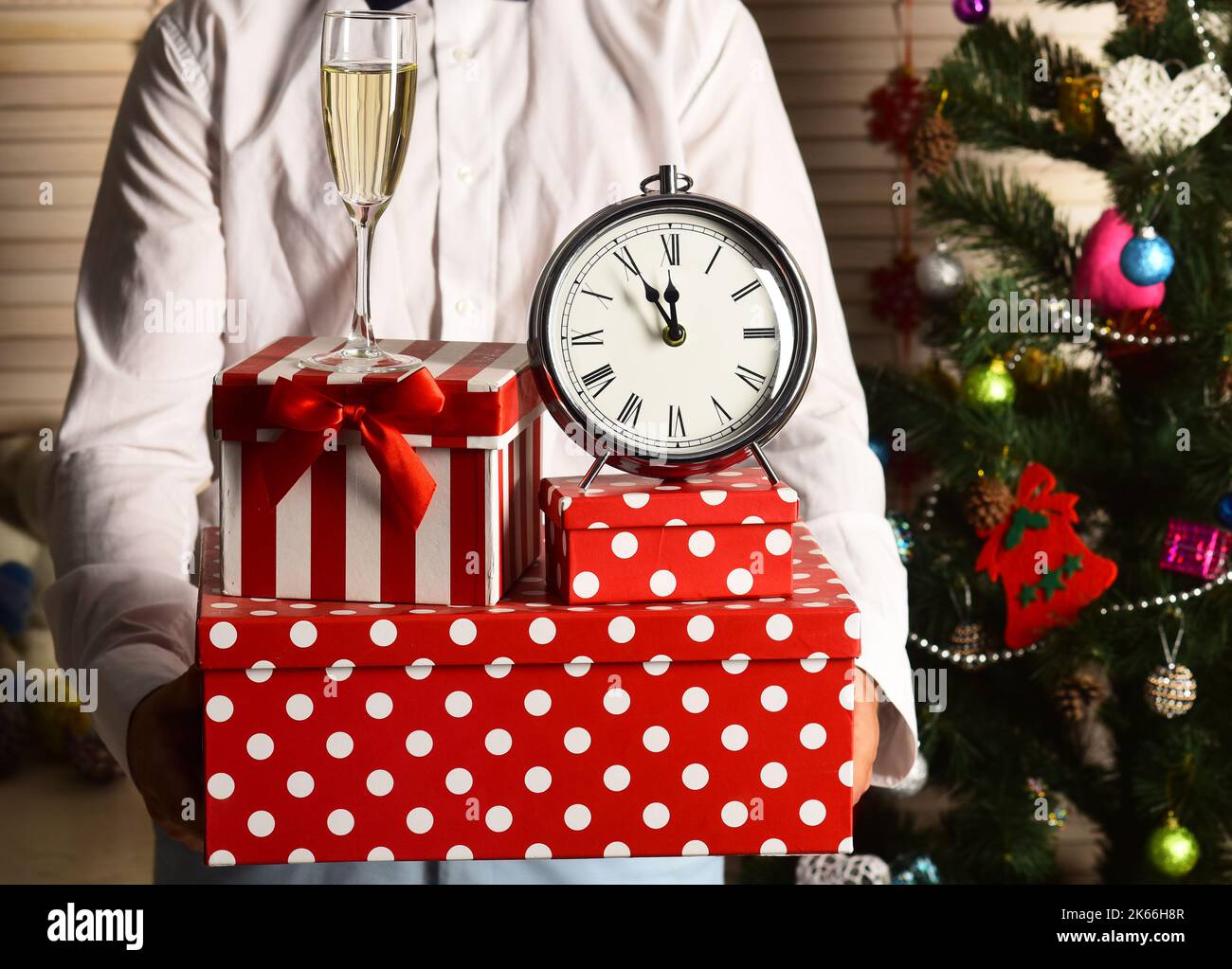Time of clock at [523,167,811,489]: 11:55
